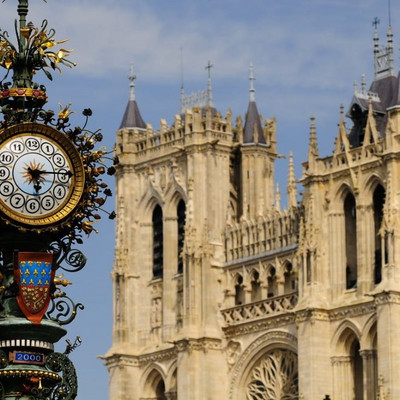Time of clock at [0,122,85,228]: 5:14
